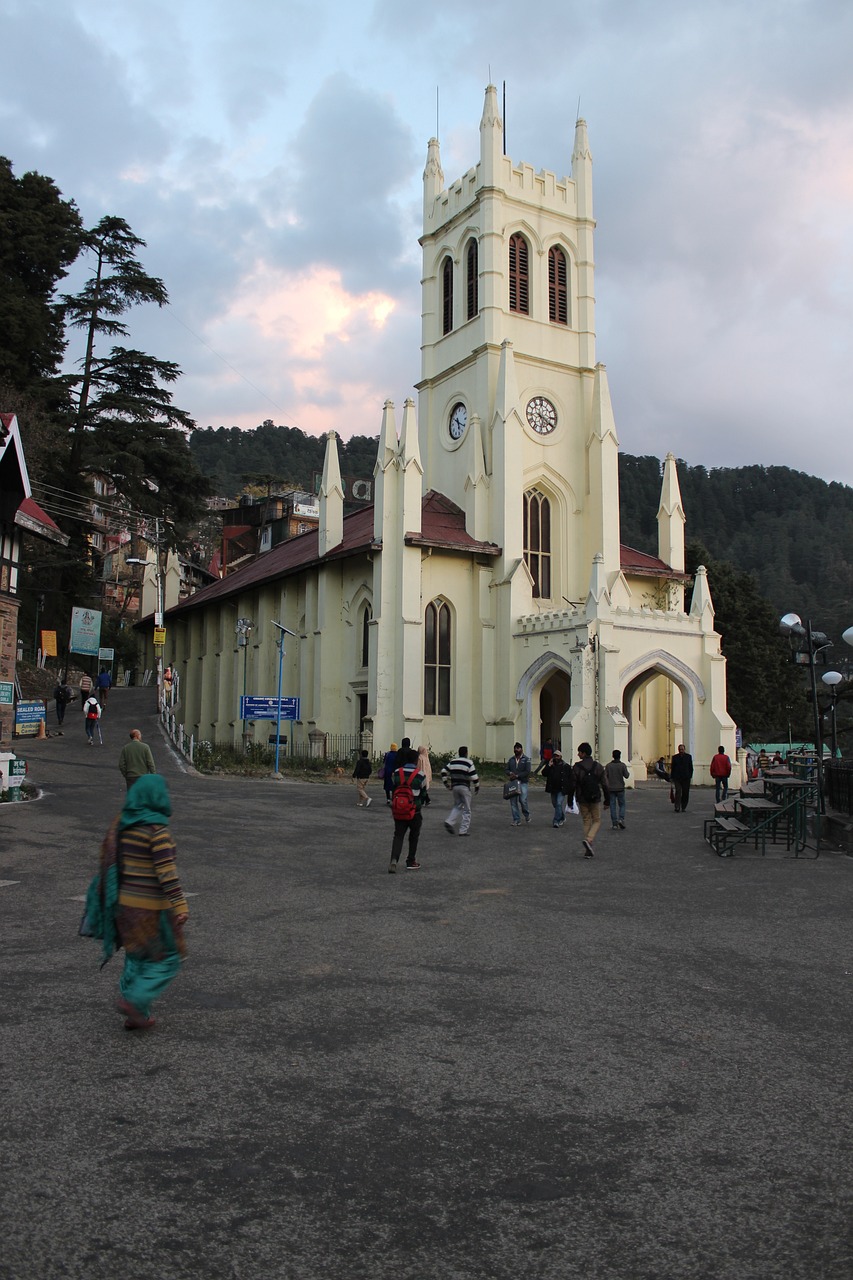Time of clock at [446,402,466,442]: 5:49
